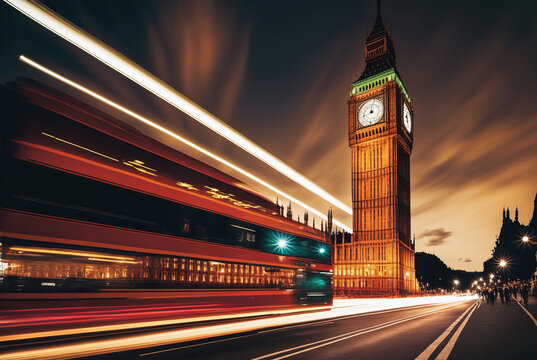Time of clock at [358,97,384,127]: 11:41
